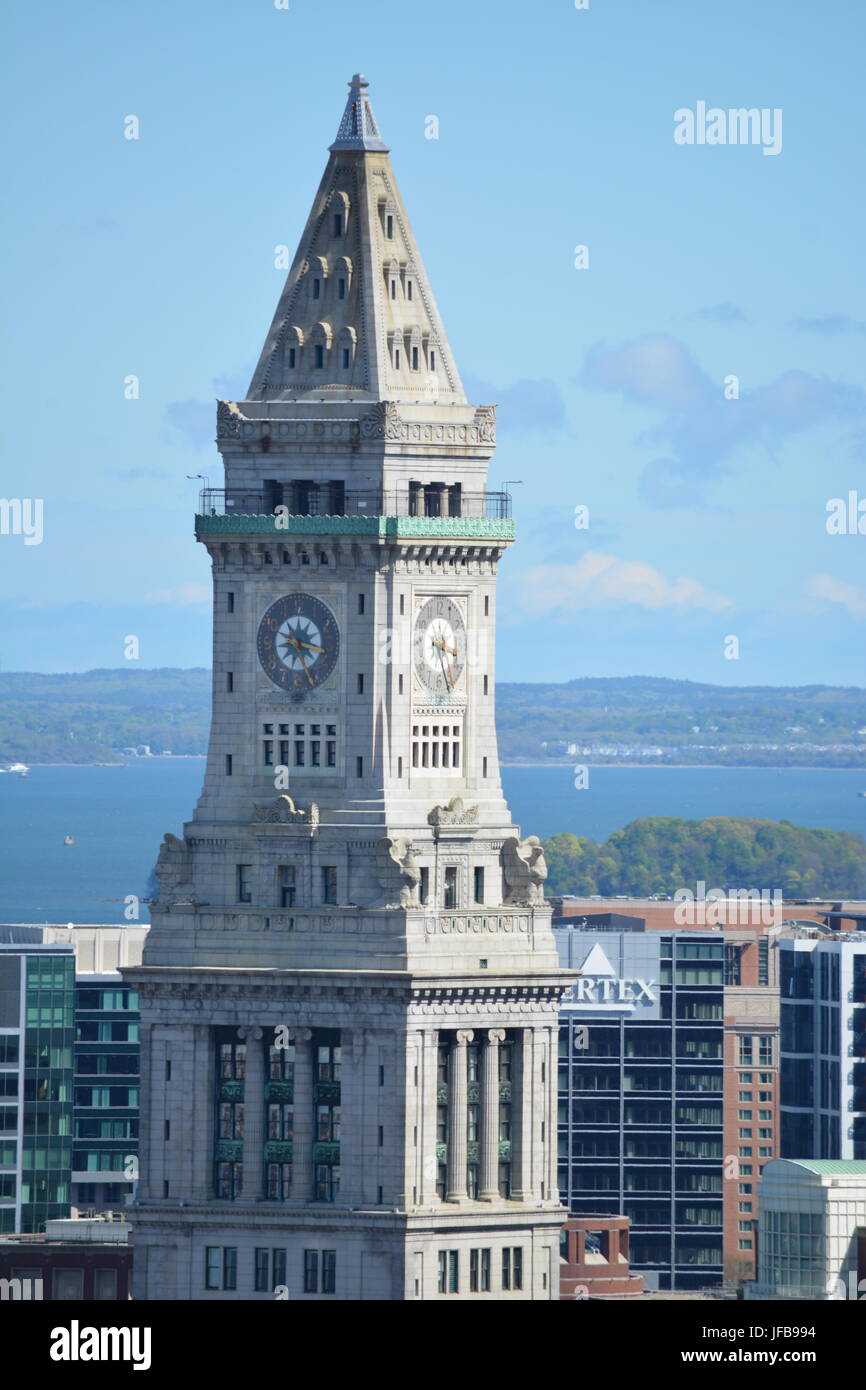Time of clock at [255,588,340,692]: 3:26
